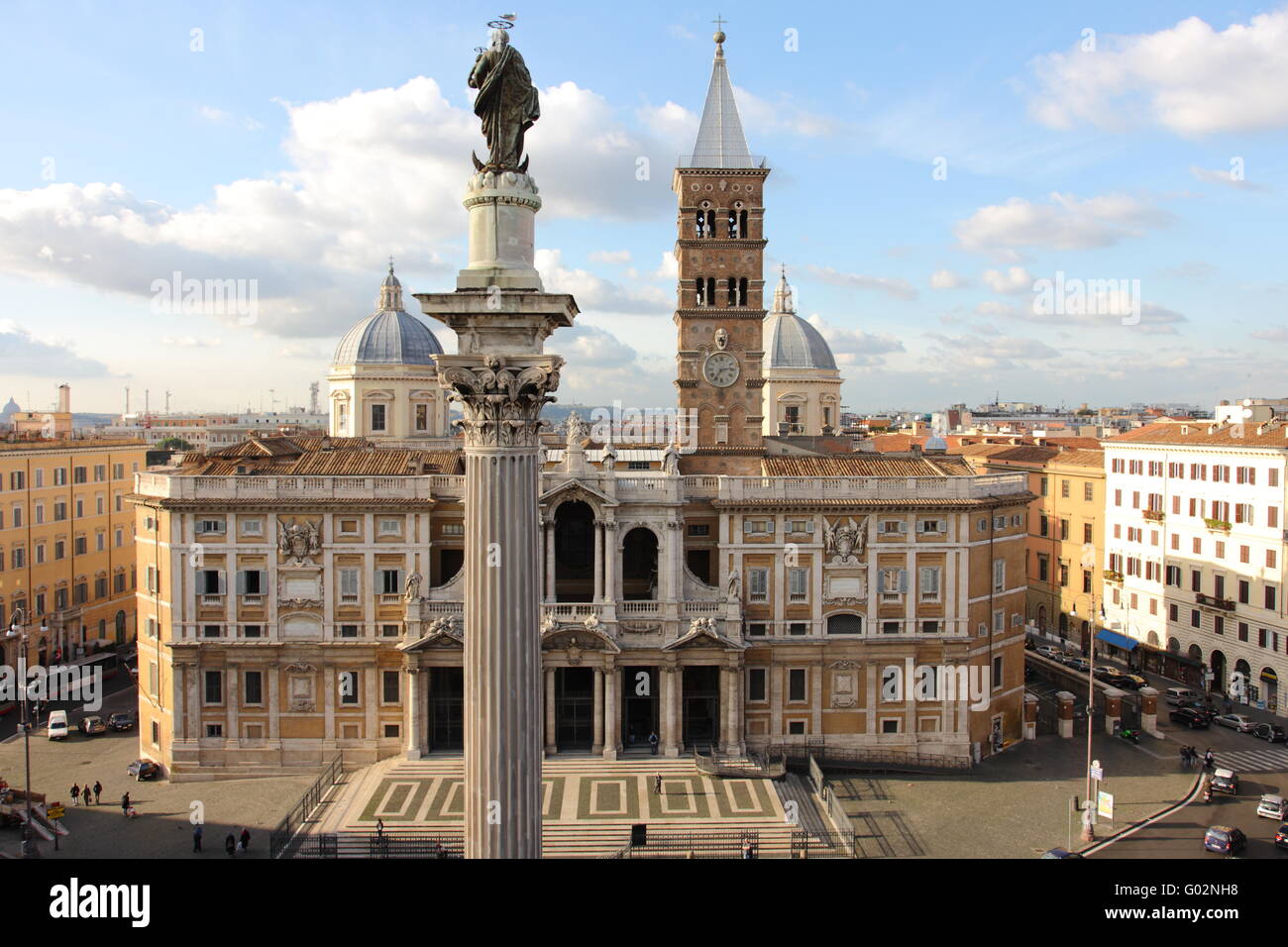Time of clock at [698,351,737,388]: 2:36
